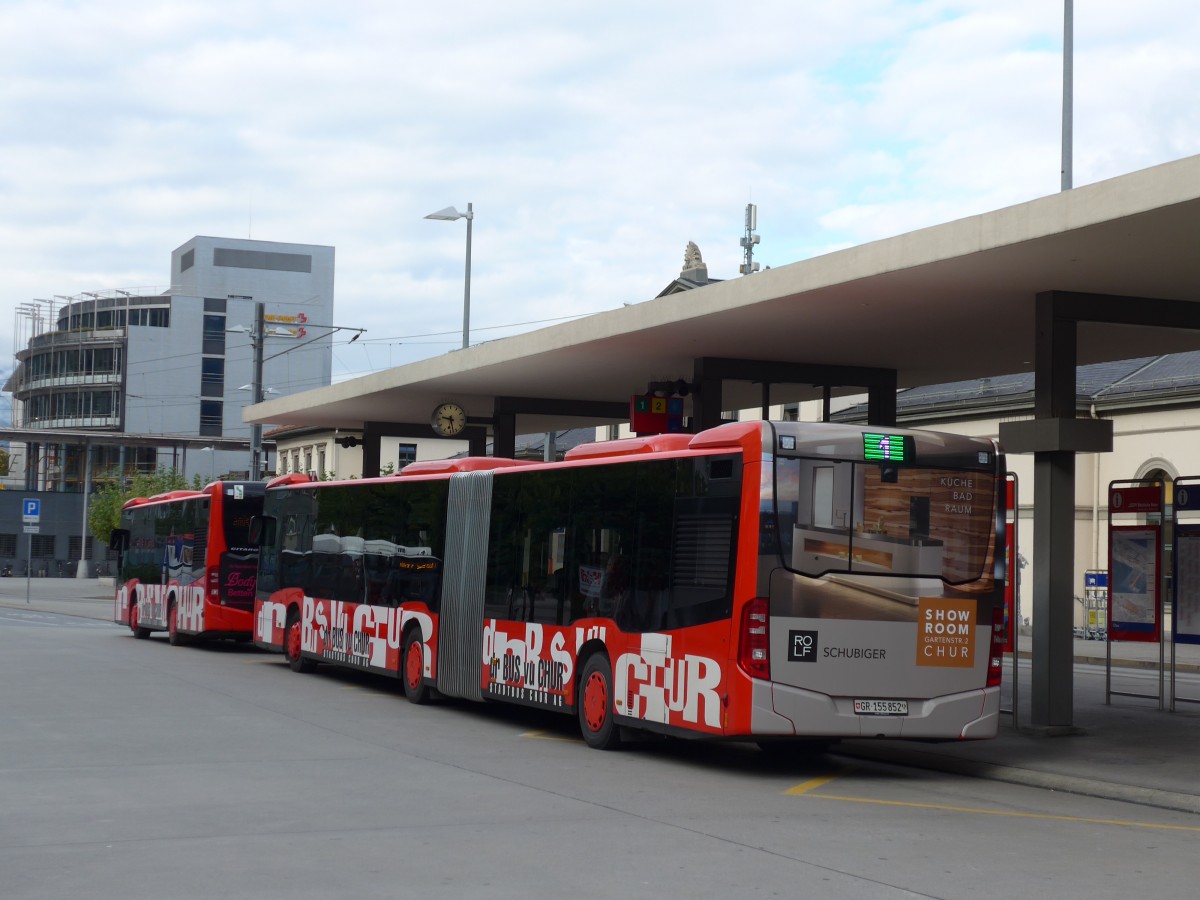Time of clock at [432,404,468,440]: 9:28
